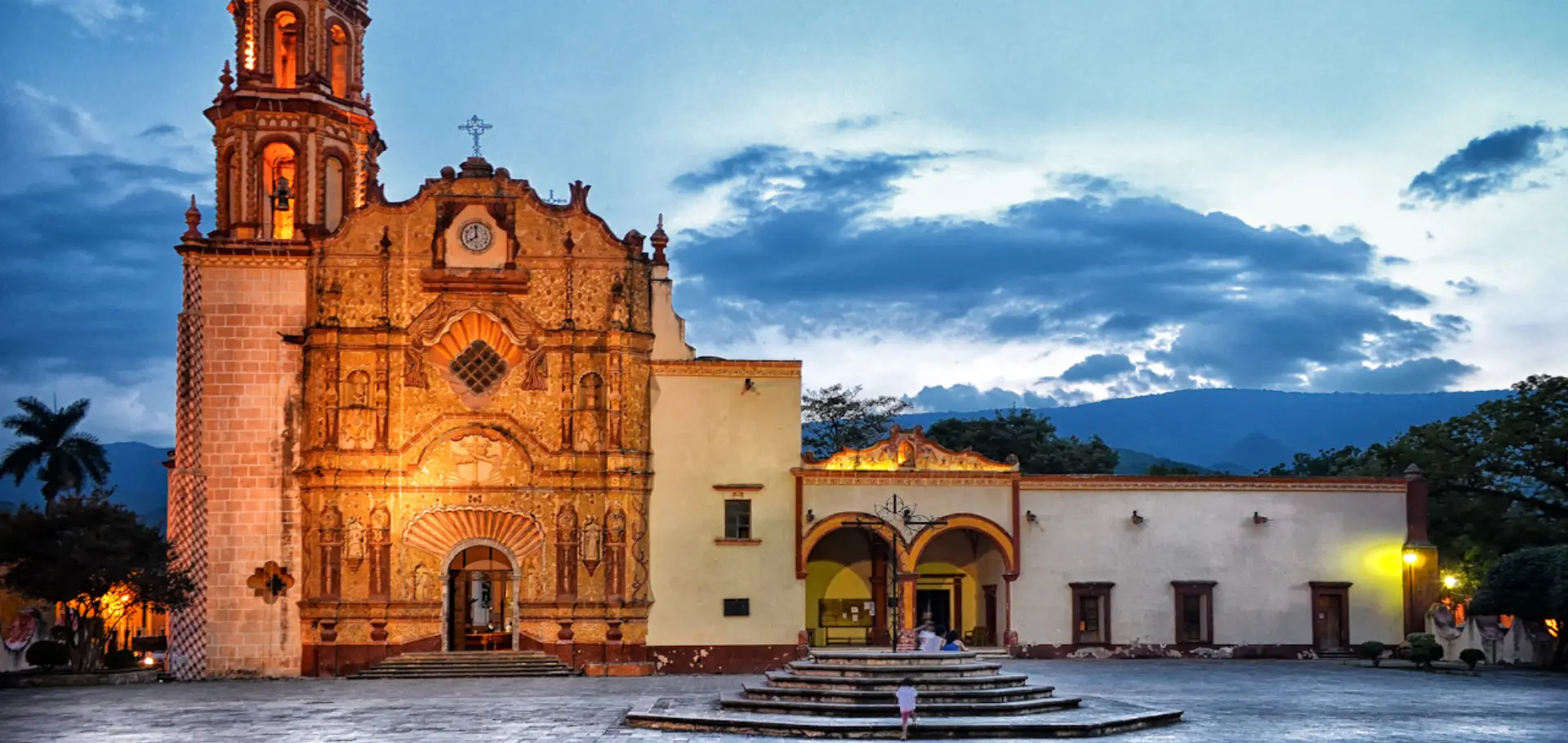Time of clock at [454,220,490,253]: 7:59
